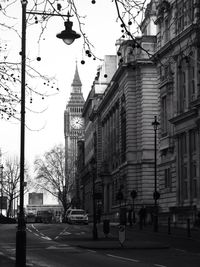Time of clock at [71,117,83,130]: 1:18
